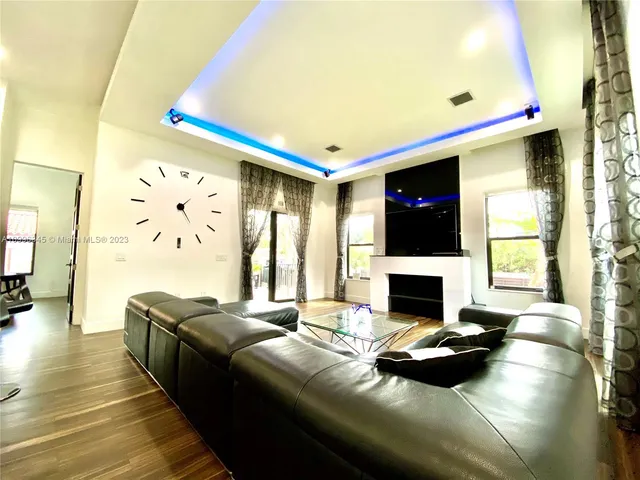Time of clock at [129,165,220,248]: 1:24
